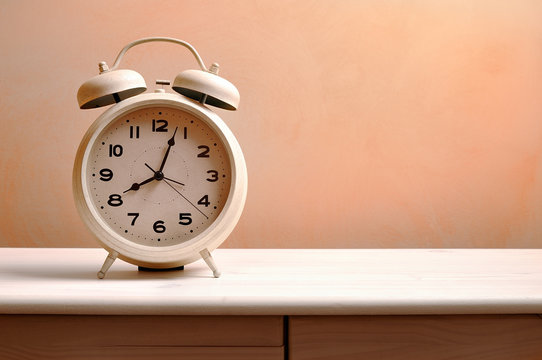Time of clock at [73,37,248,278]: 8:03
